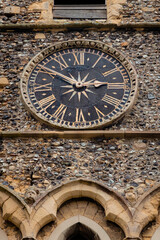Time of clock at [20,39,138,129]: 2:50
